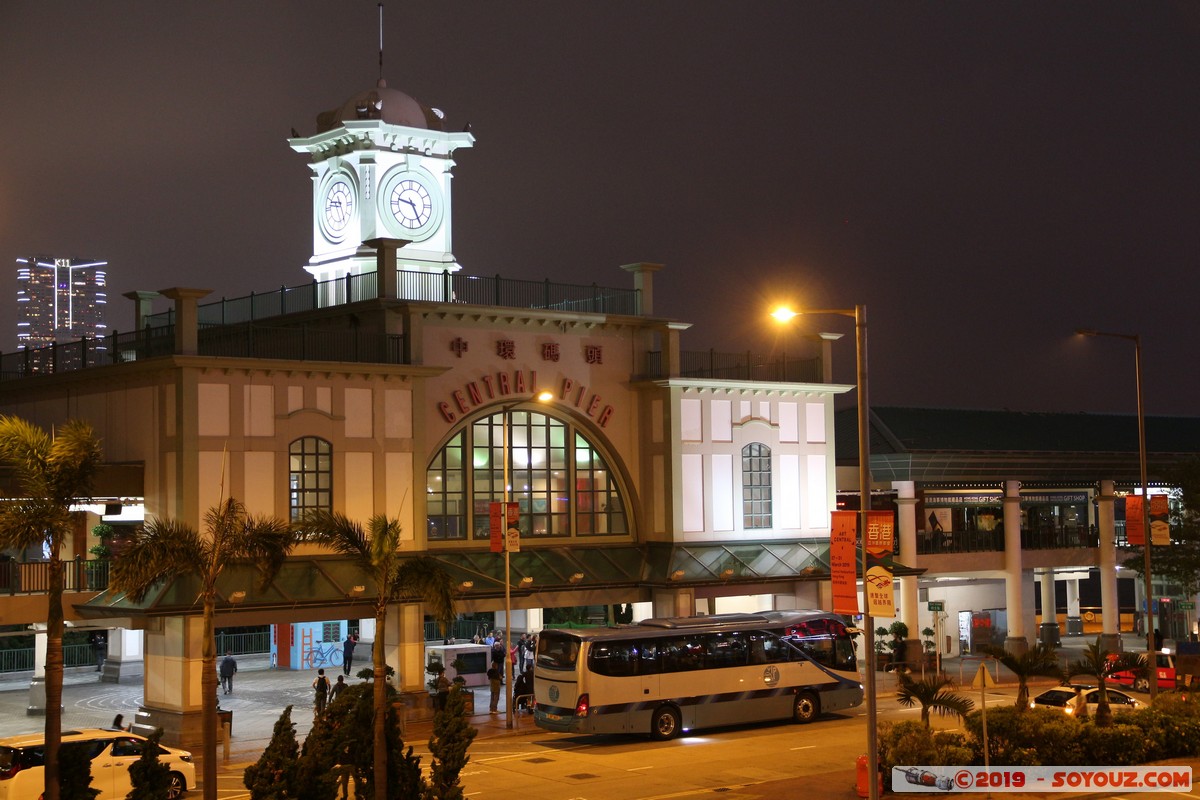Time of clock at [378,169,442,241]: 9:25
